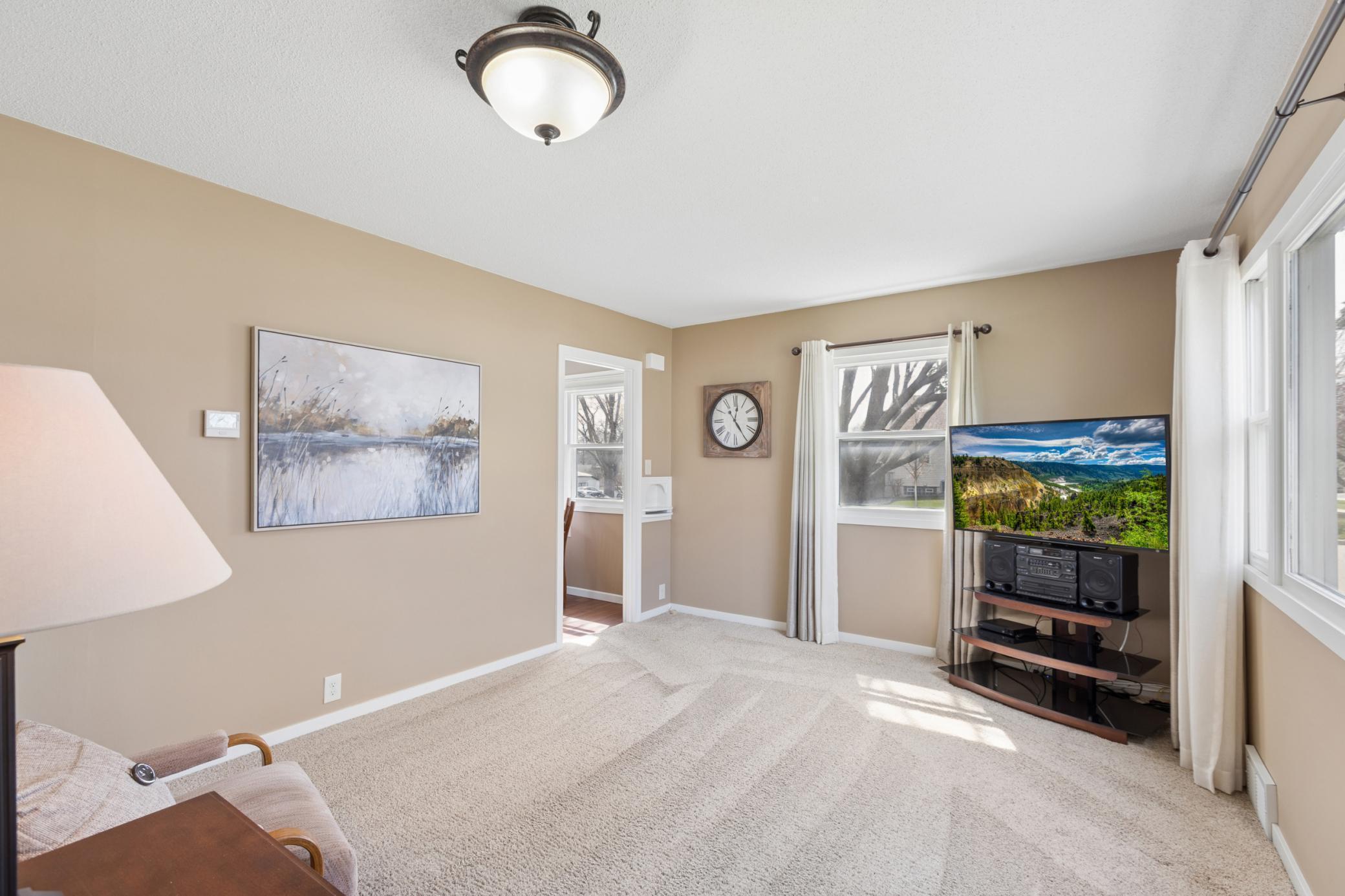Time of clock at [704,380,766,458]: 12:24
